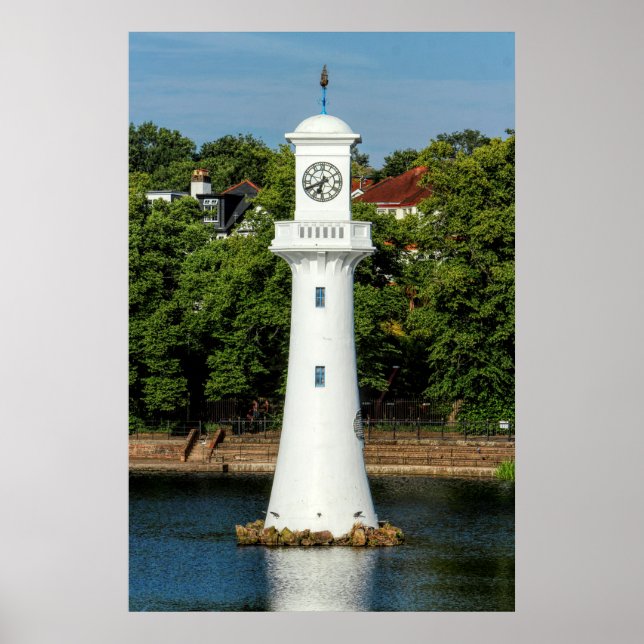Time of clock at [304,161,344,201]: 6:40
